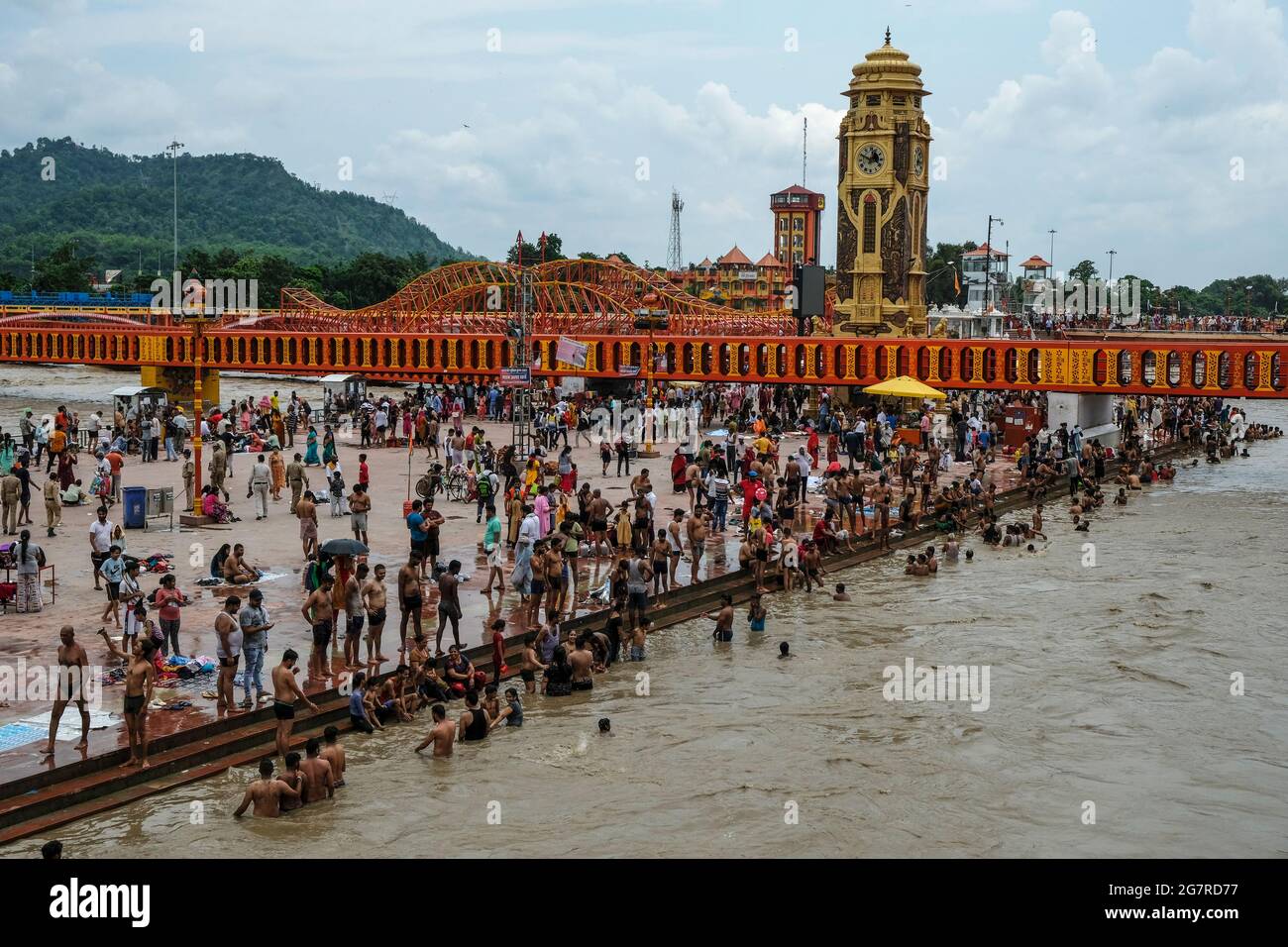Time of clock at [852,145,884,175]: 12:48
